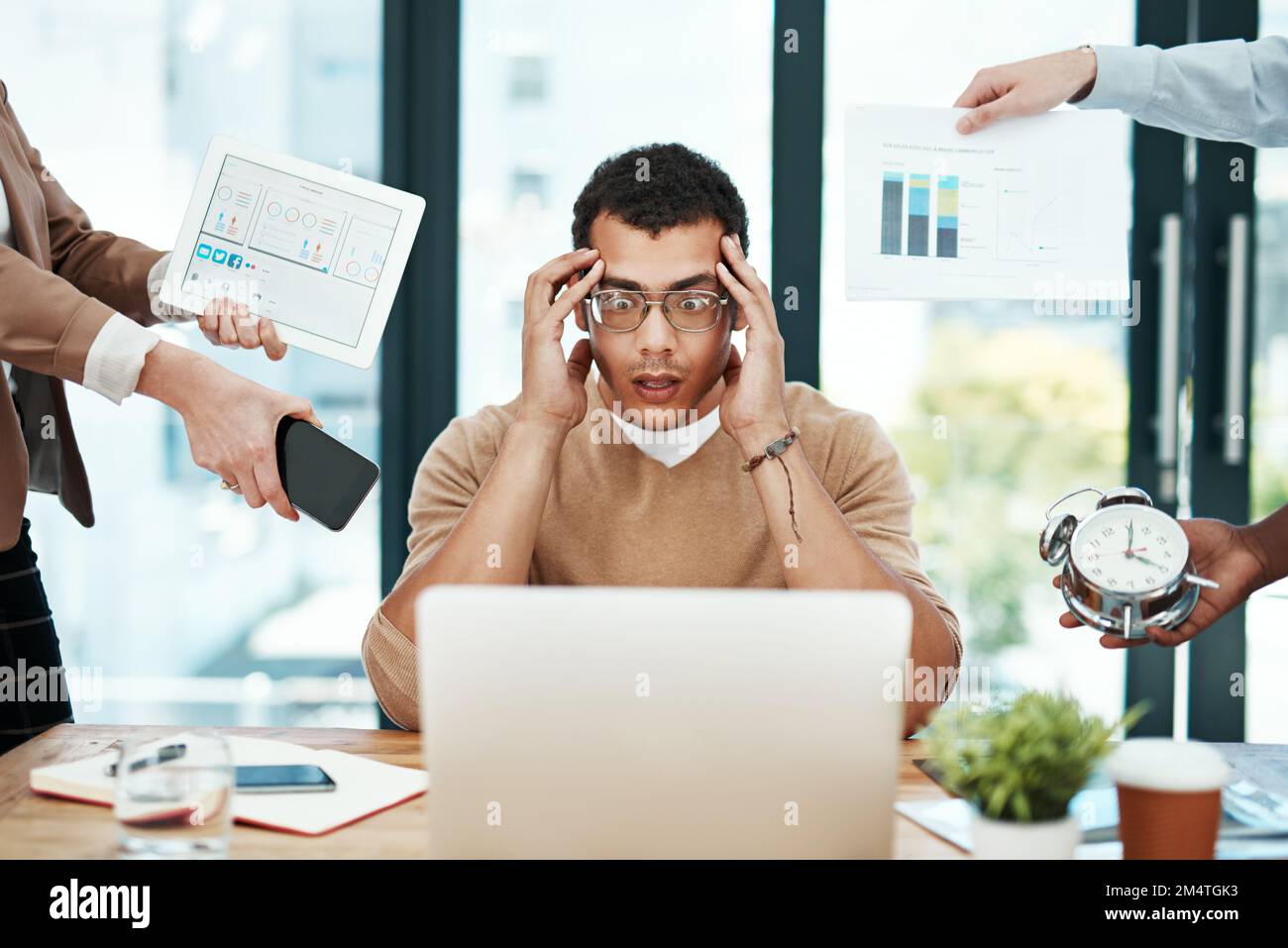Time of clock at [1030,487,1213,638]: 4:01
